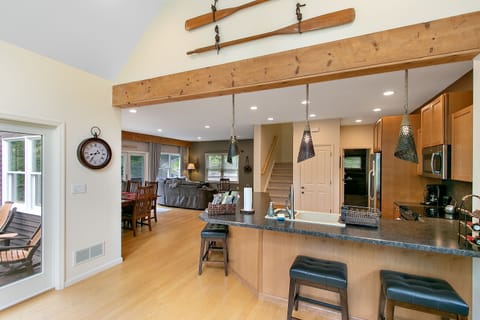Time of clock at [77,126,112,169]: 8:35
